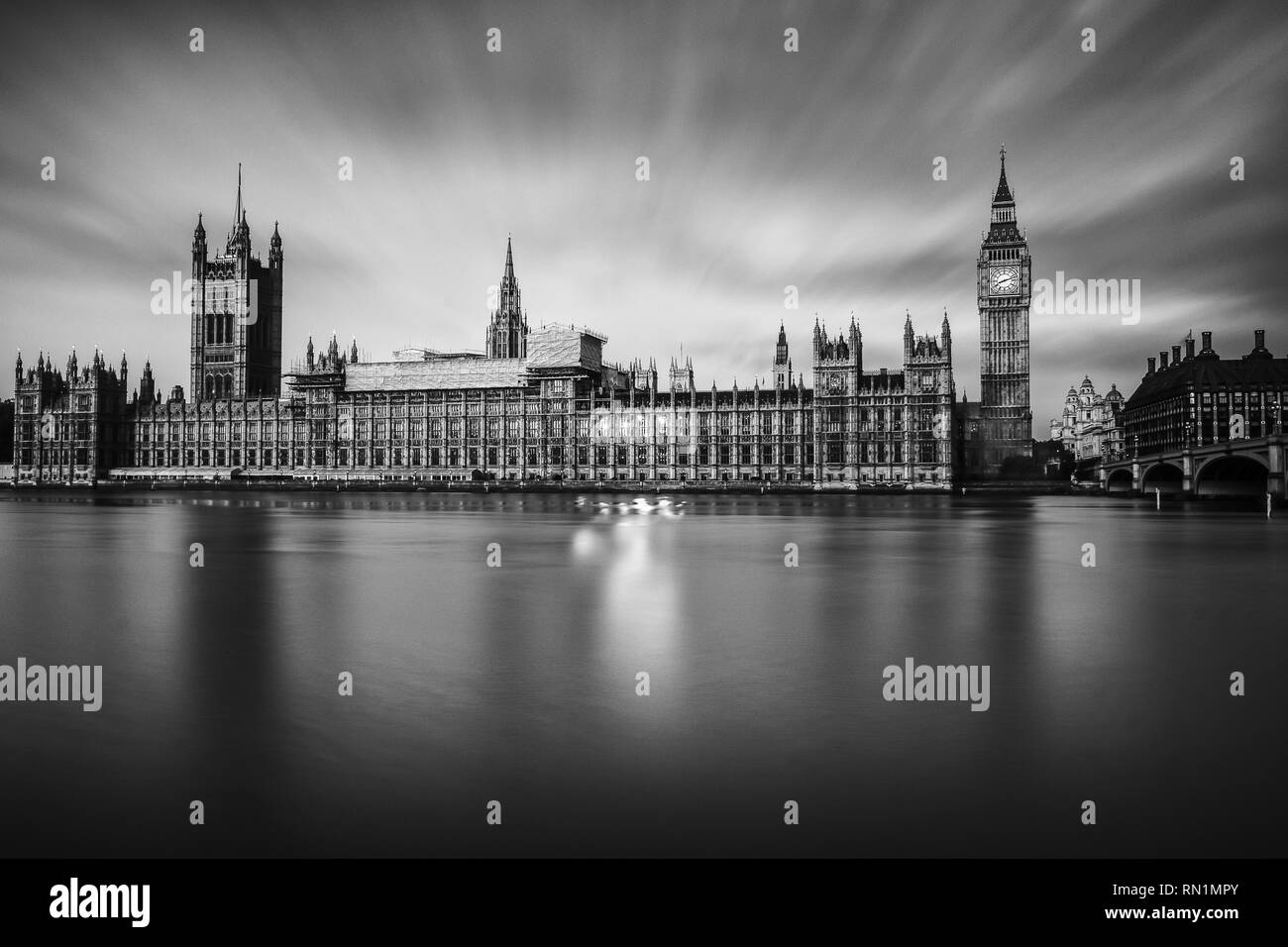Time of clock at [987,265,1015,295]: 8:12
